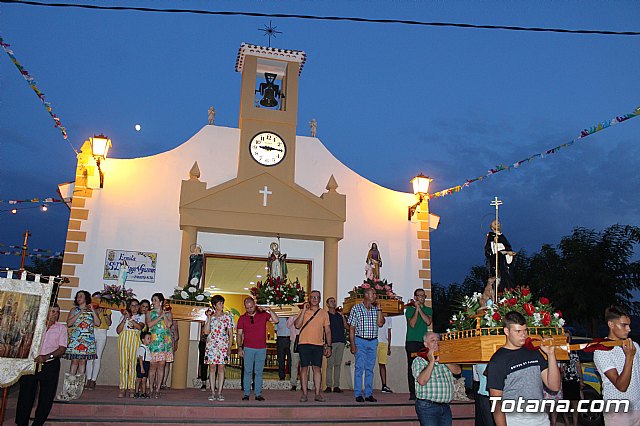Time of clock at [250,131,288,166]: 9:14
